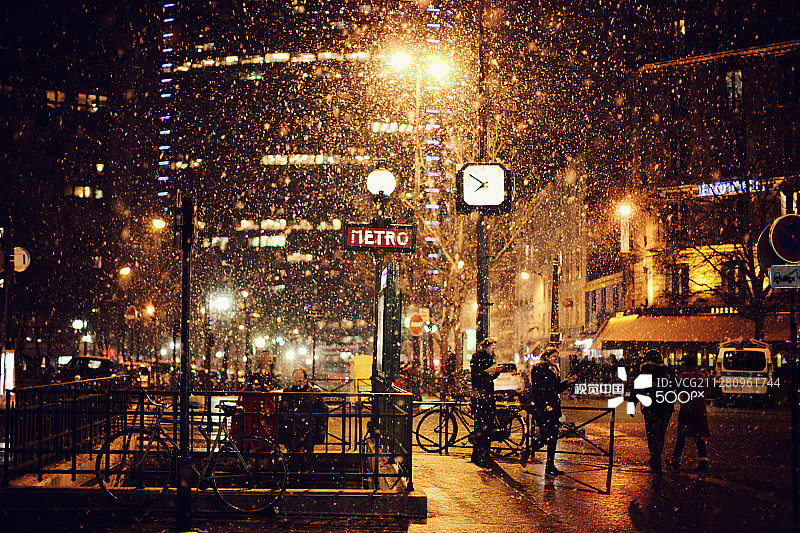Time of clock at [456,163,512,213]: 7:50
